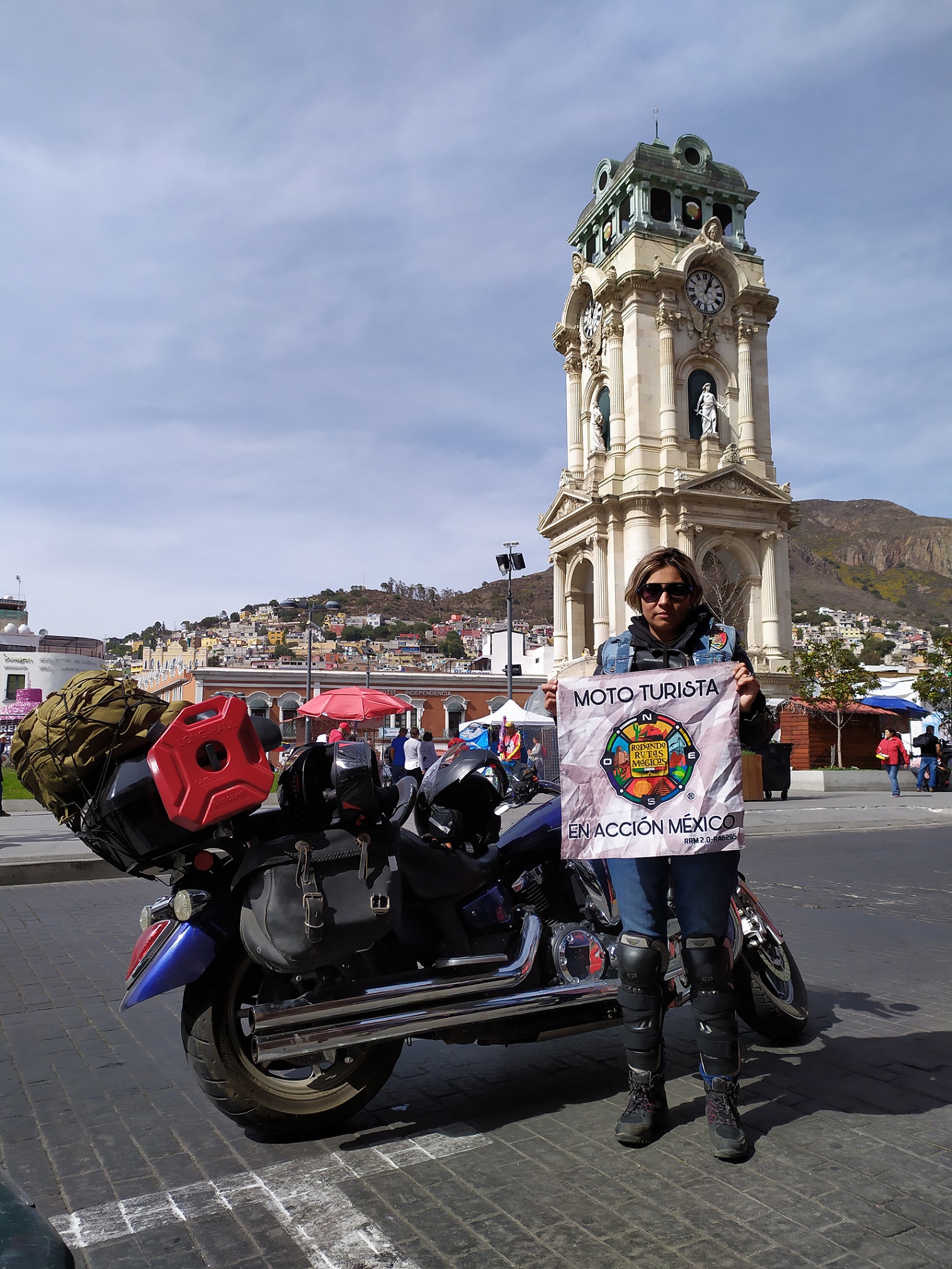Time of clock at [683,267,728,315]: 1:03
